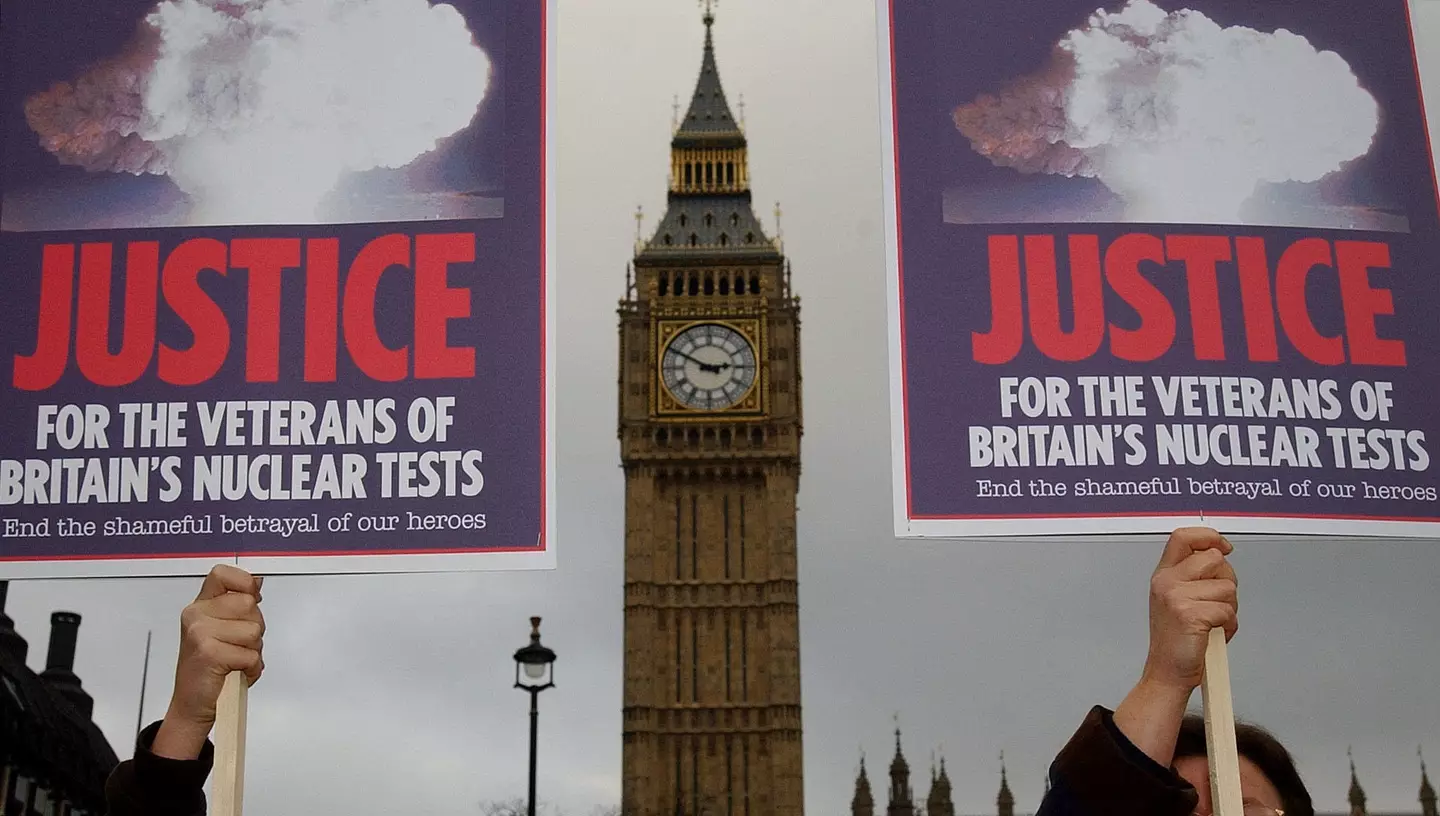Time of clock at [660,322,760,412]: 2:49
